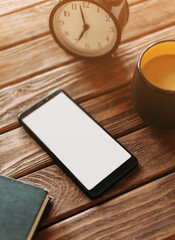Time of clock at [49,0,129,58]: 6:57
